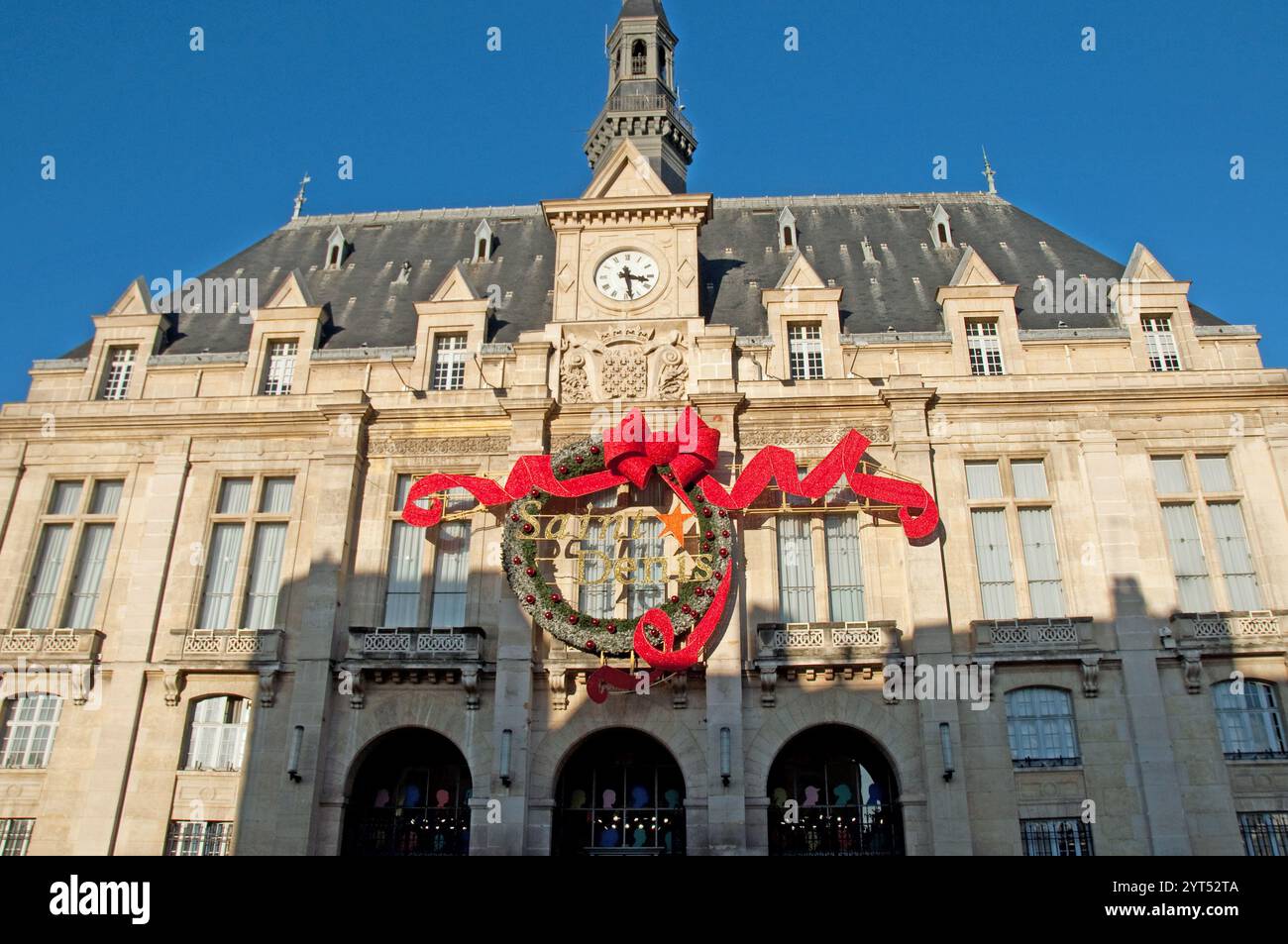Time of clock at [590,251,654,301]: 3:28
